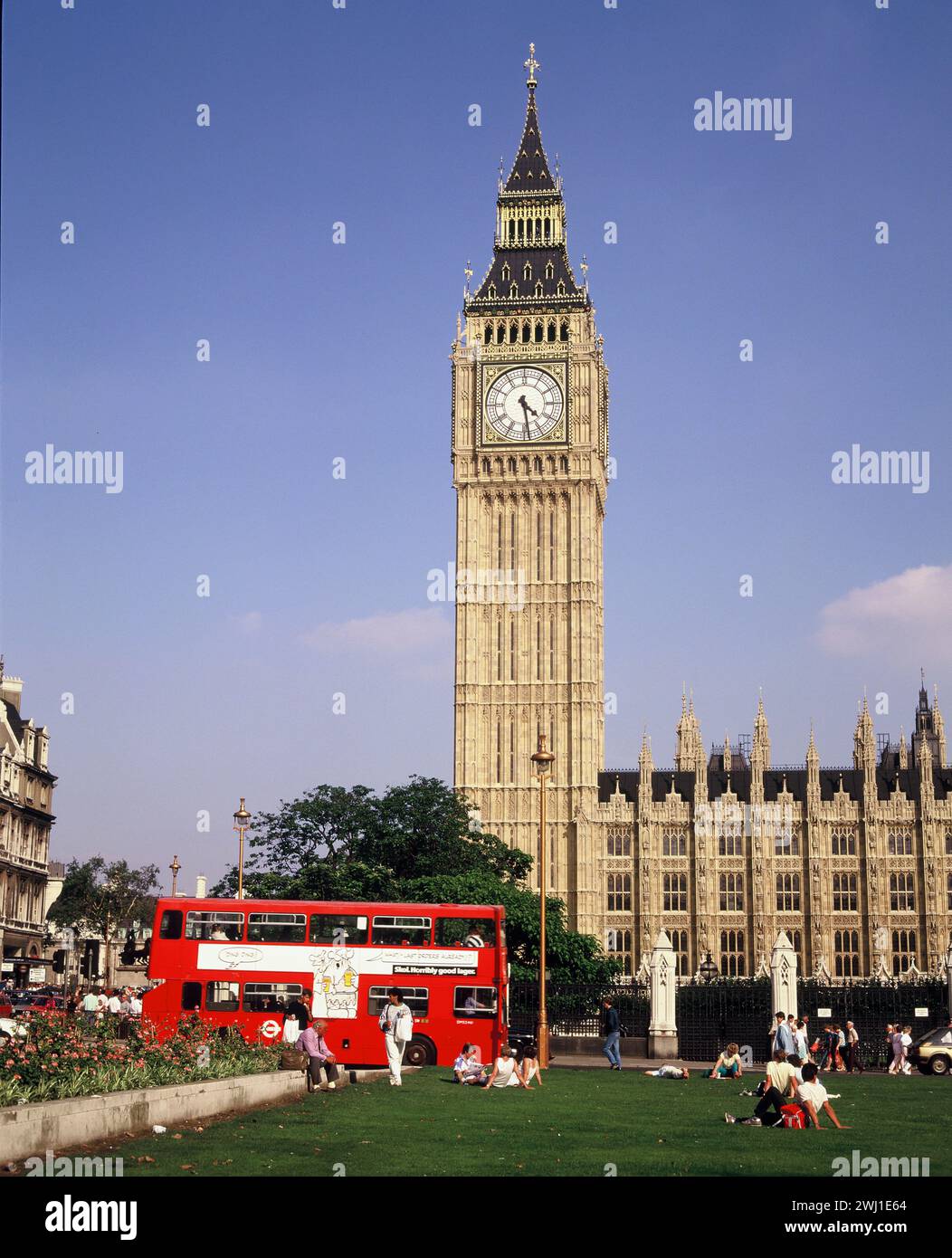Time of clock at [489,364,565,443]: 4:28
